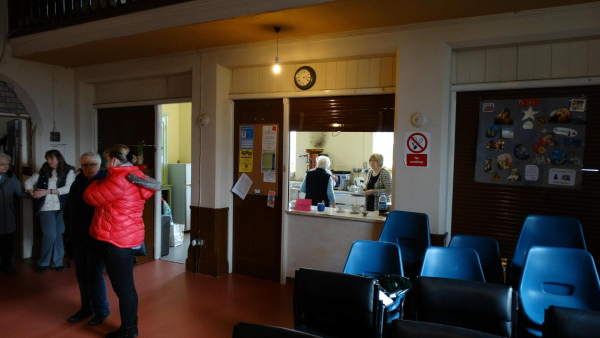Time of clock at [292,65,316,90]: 2:18
